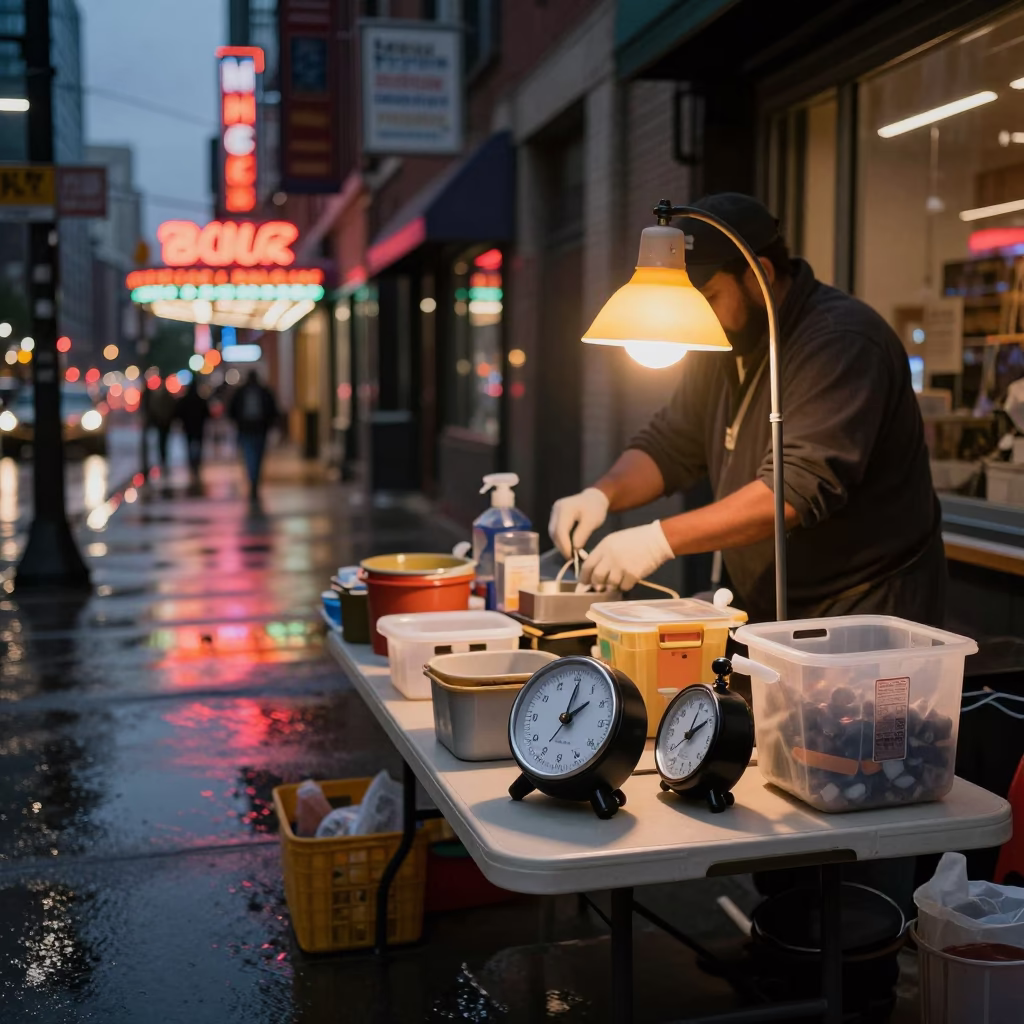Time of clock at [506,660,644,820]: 2:01
